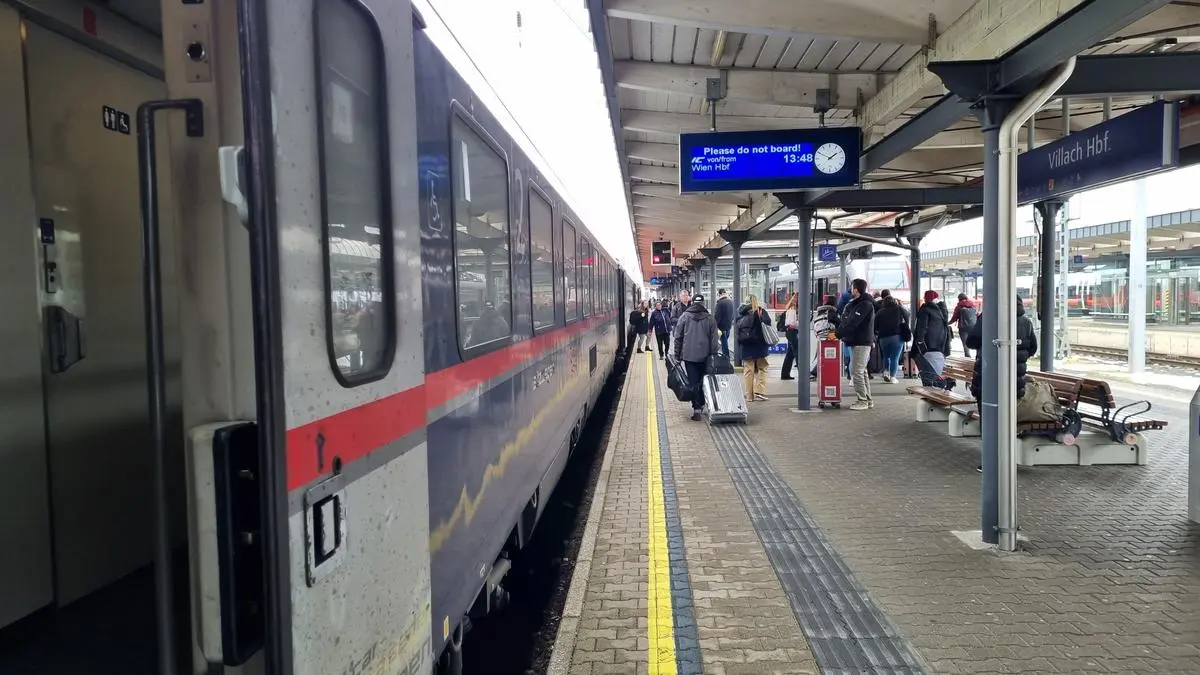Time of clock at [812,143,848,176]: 1:49
